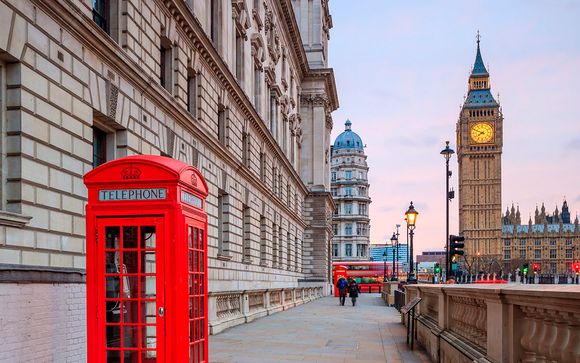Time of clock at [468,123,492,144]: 7:49
